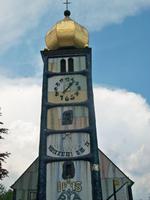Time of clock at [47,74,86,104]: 1:06
